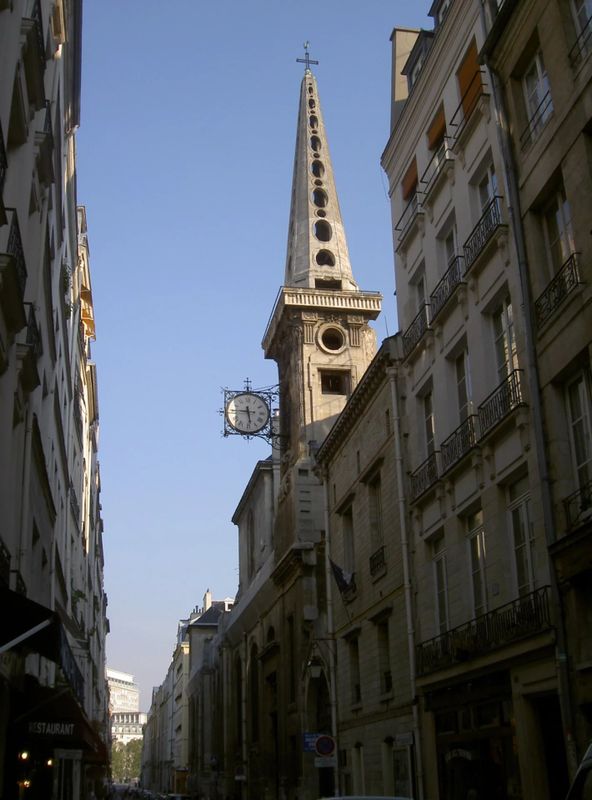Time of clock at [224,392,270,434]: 5:45
